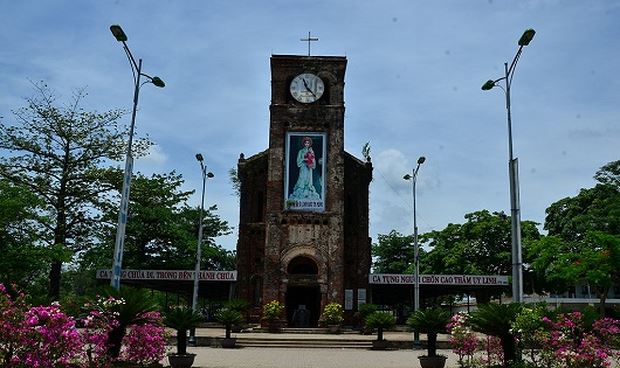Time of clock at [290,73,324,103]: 11:23
